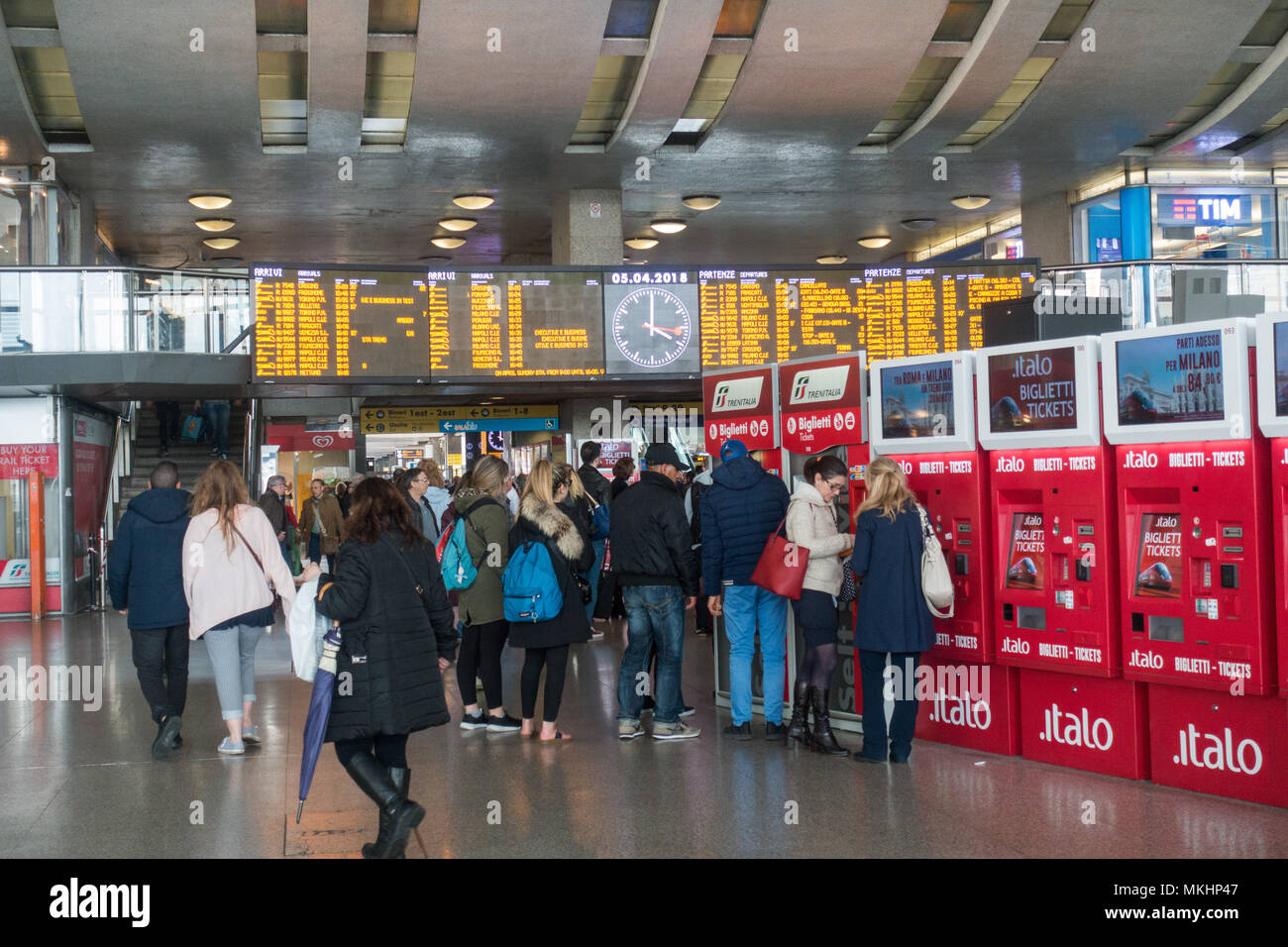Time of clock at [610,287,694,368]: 4:00
